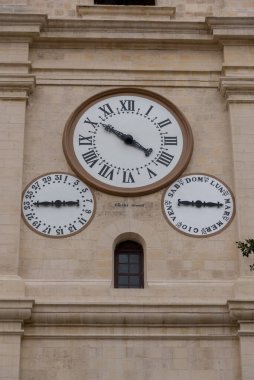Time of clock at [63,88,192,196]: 3:50
